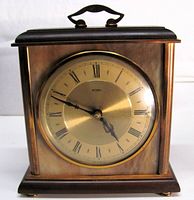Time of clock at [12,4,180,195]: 4:48
